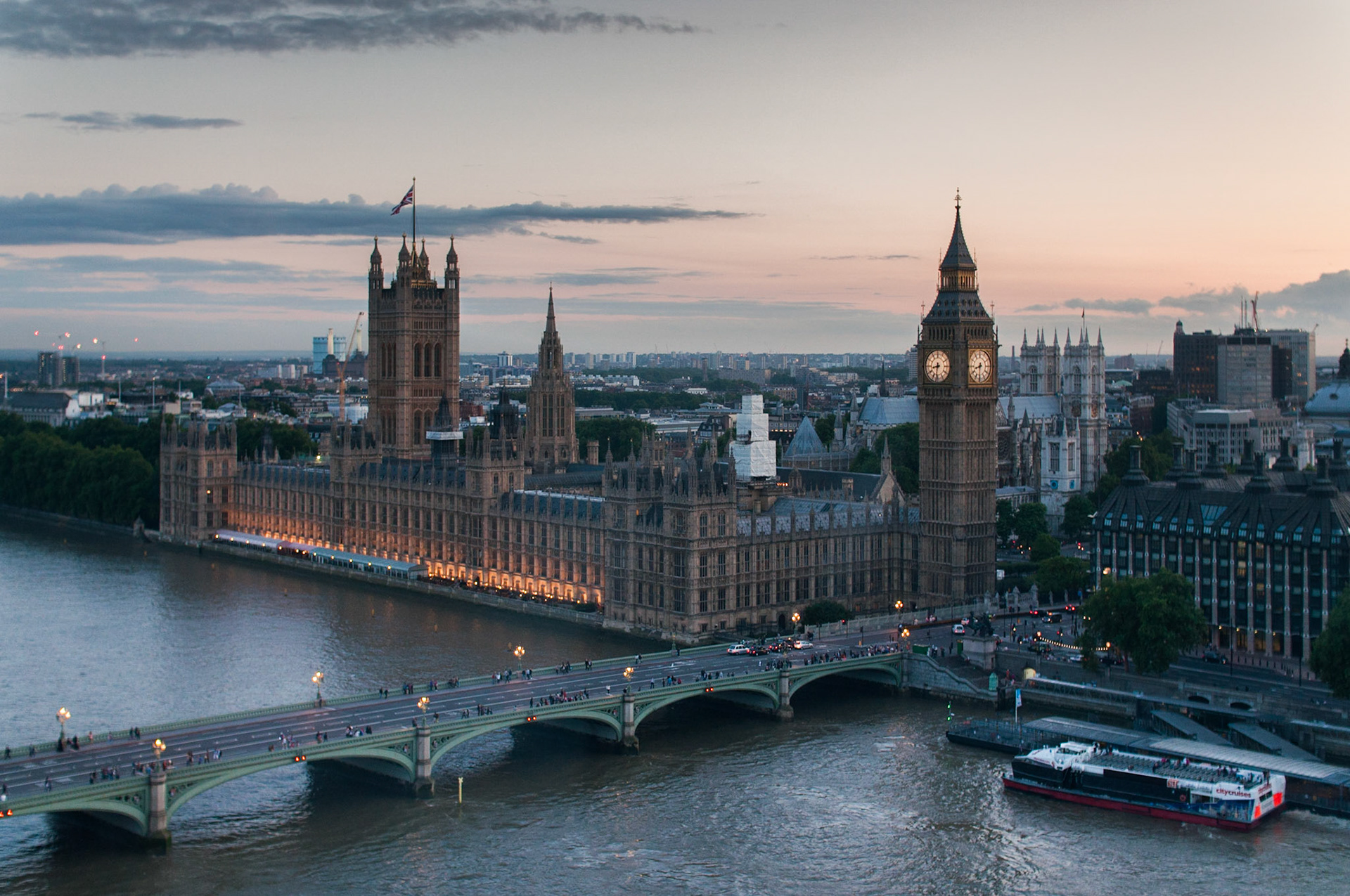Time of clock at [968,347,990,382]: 8:30
